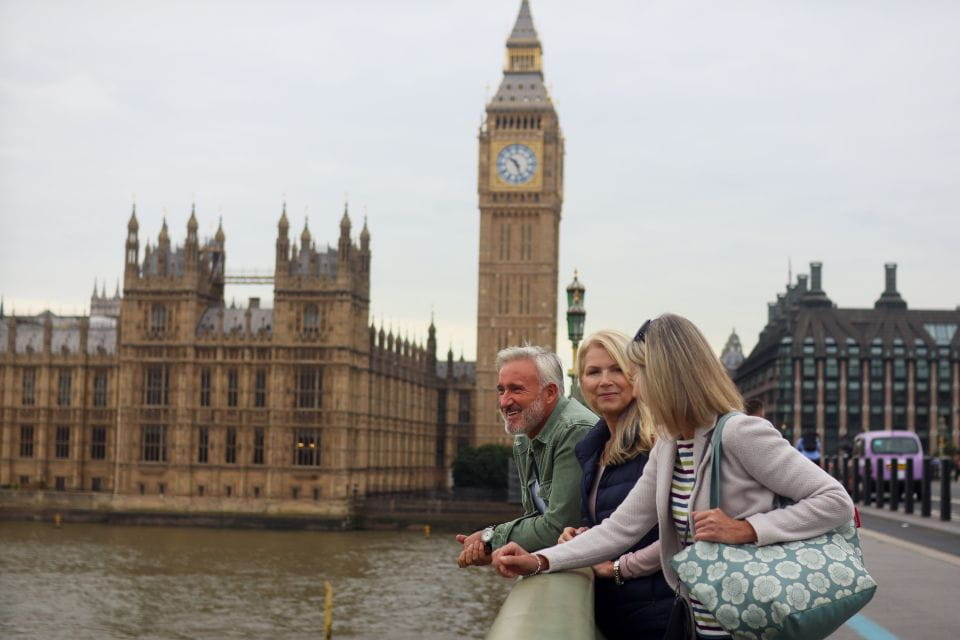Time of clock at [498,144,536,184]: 10:26
